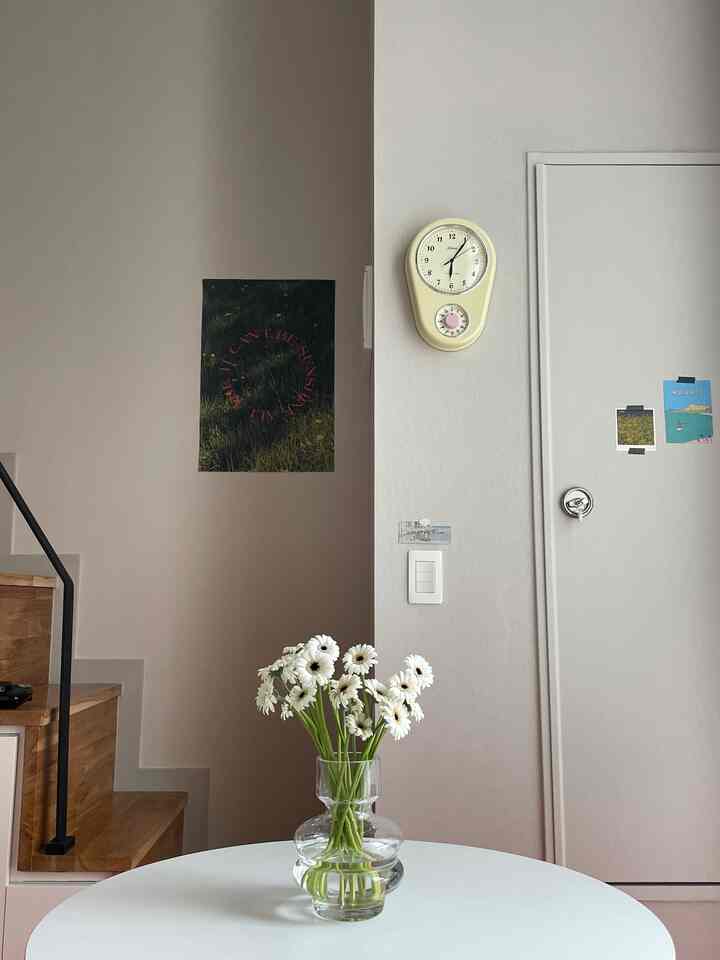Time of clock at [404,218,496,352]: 6:05
